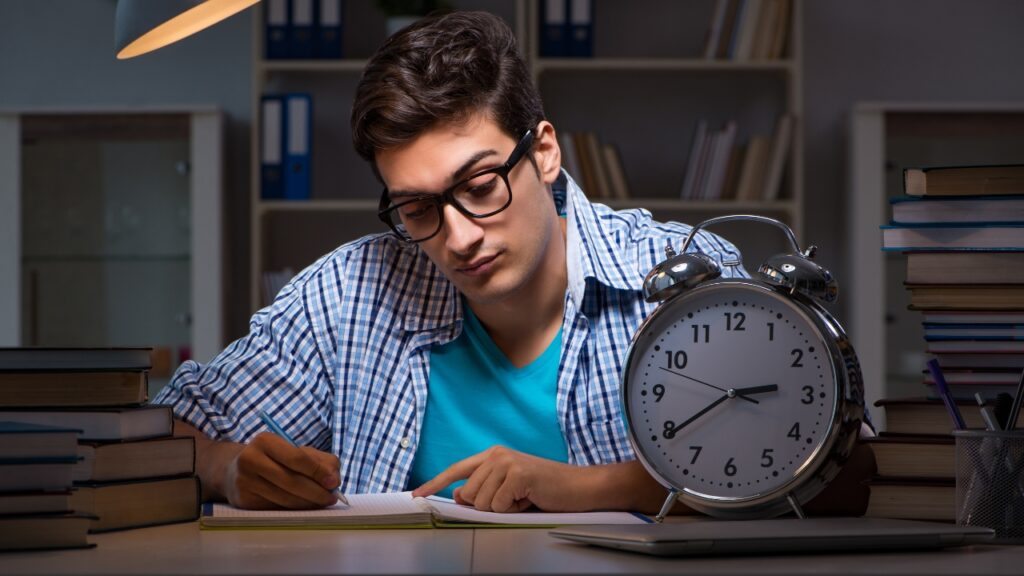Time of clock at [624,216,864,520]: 2:39
